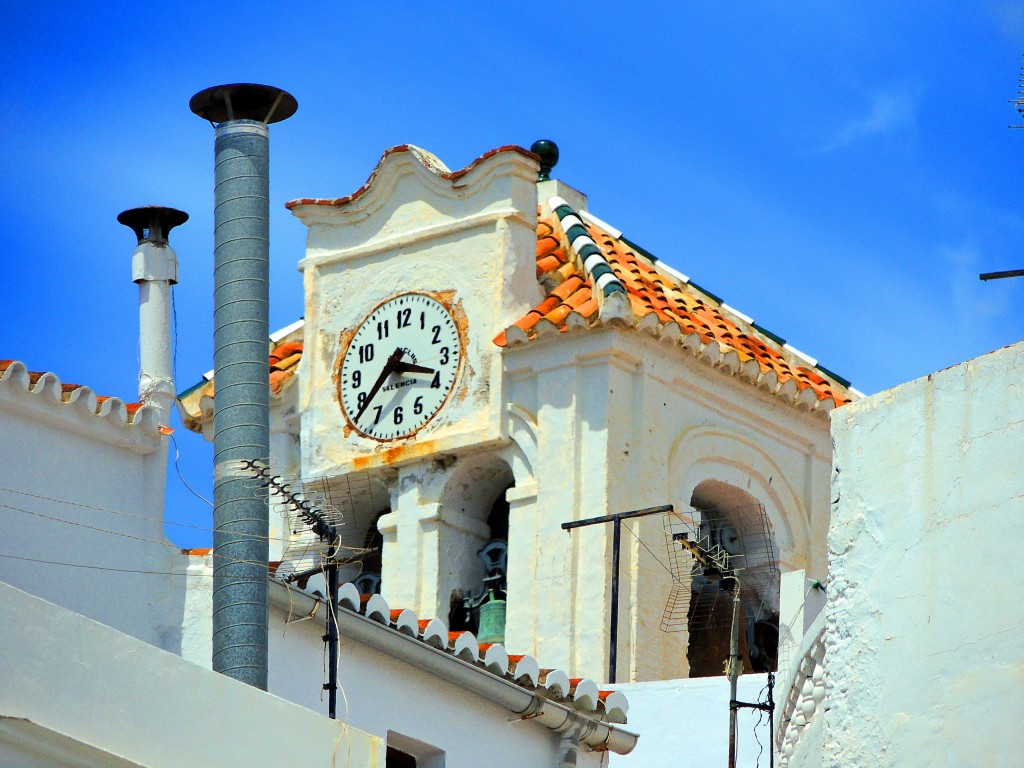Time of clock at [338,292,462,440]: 3:37
